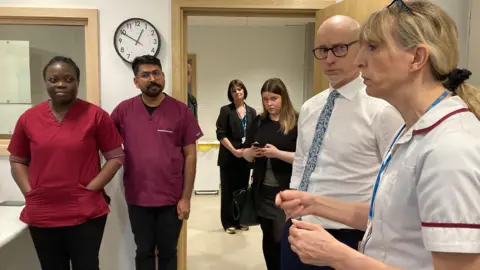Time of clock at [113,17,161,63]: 12:49
